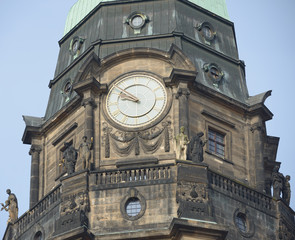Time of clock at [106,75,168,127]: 9:51
